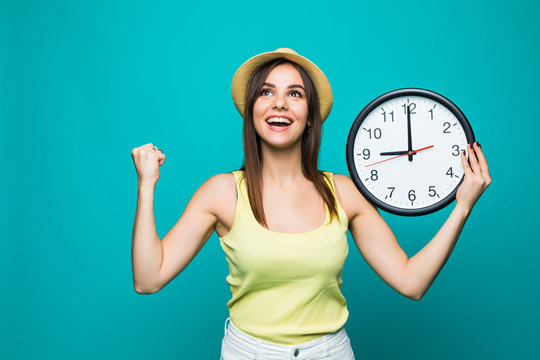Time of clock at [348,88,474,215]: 8:59
